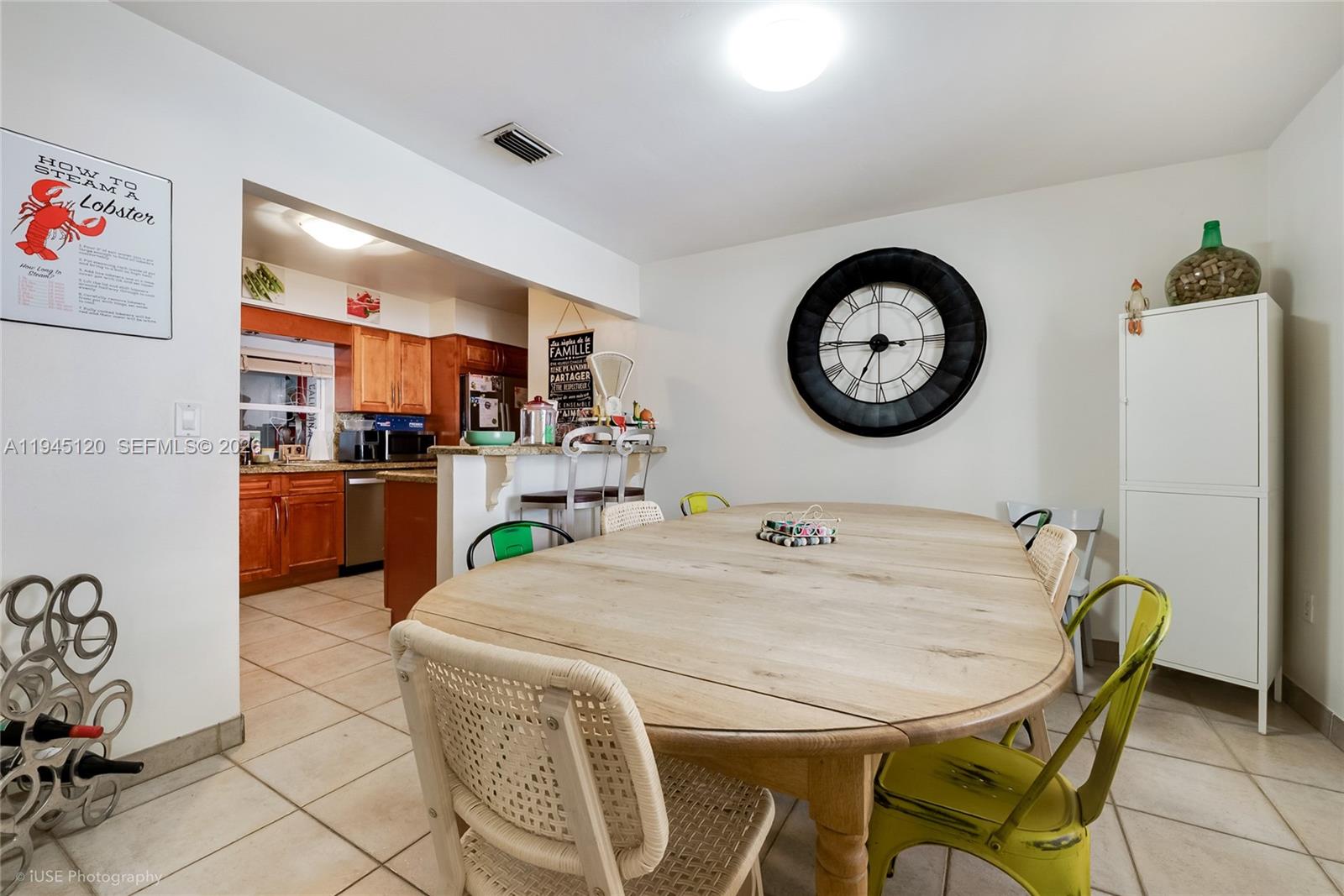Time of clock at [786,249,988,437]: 6:45
